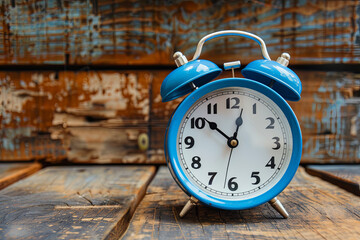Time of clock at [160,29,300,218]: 12:51
